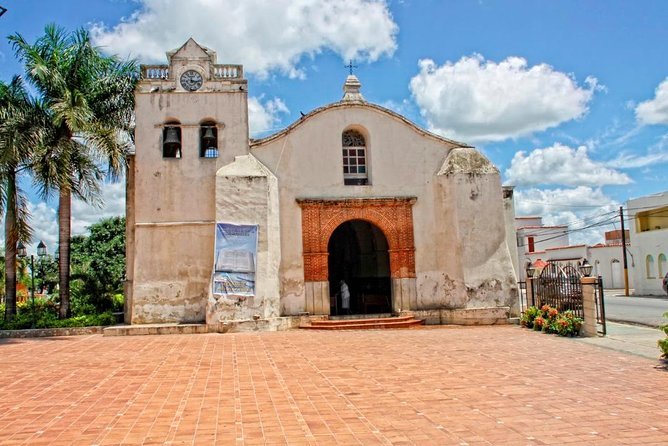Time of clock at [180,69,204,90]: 12:16
